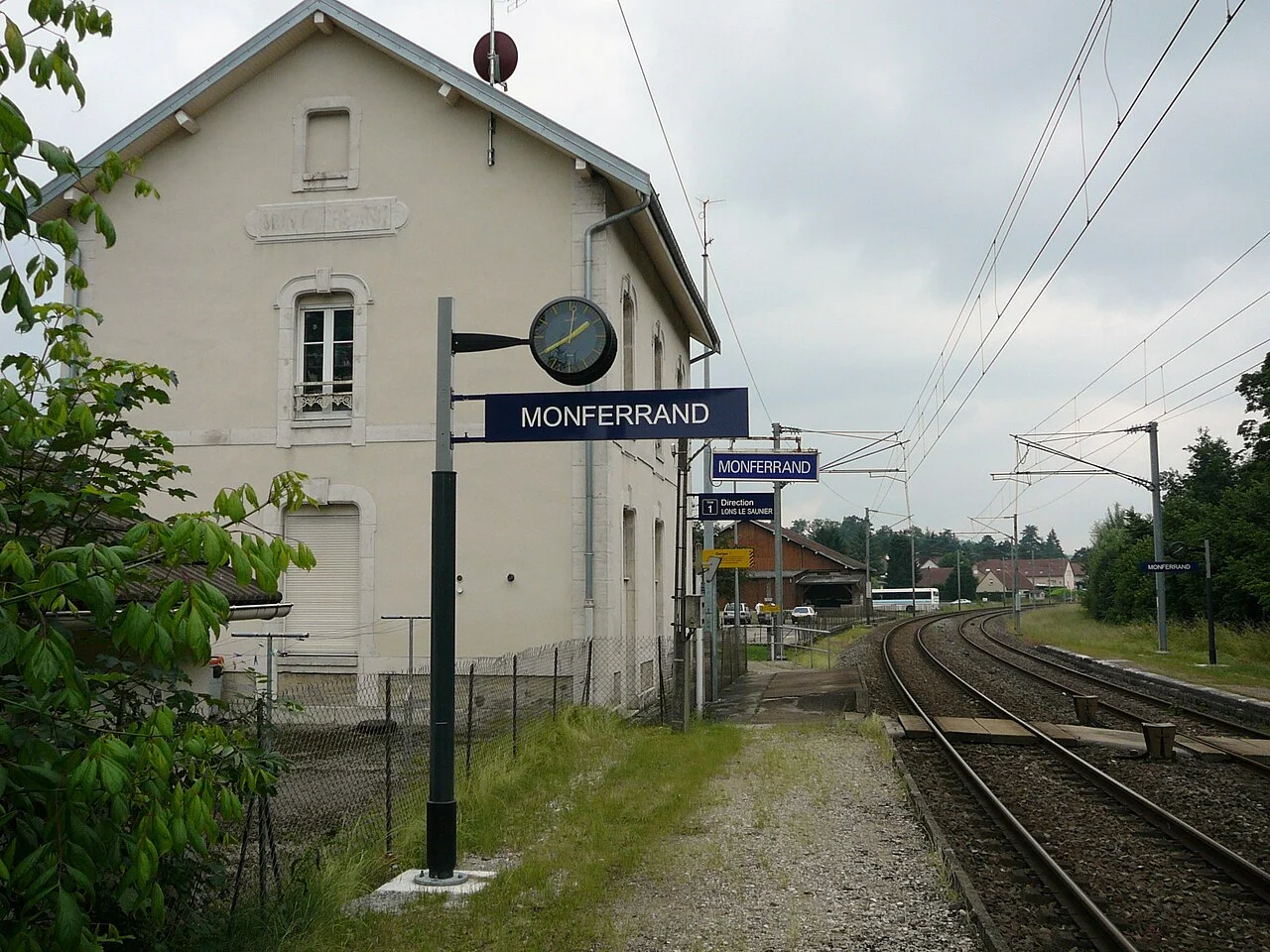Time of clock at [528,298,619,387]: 1:39
